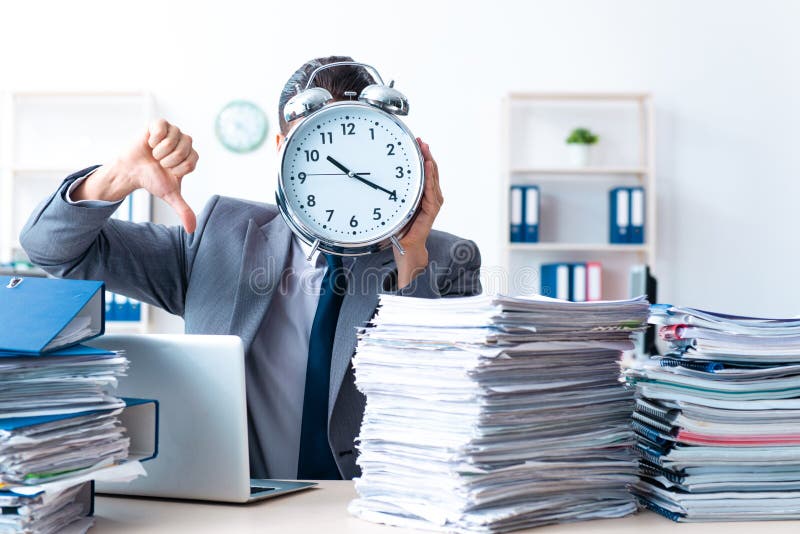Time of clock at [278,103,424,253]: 10:19
